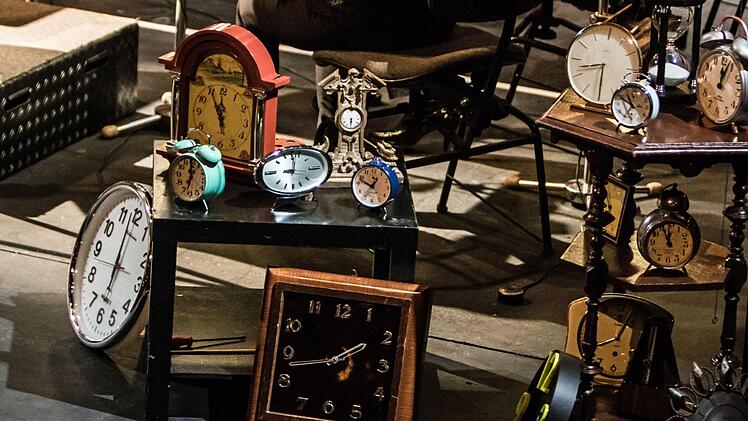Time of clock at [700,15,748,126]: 12:03
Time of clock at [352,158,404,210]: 12:48
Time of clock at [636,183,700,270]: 11:55
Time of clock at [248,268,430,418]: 1:42
